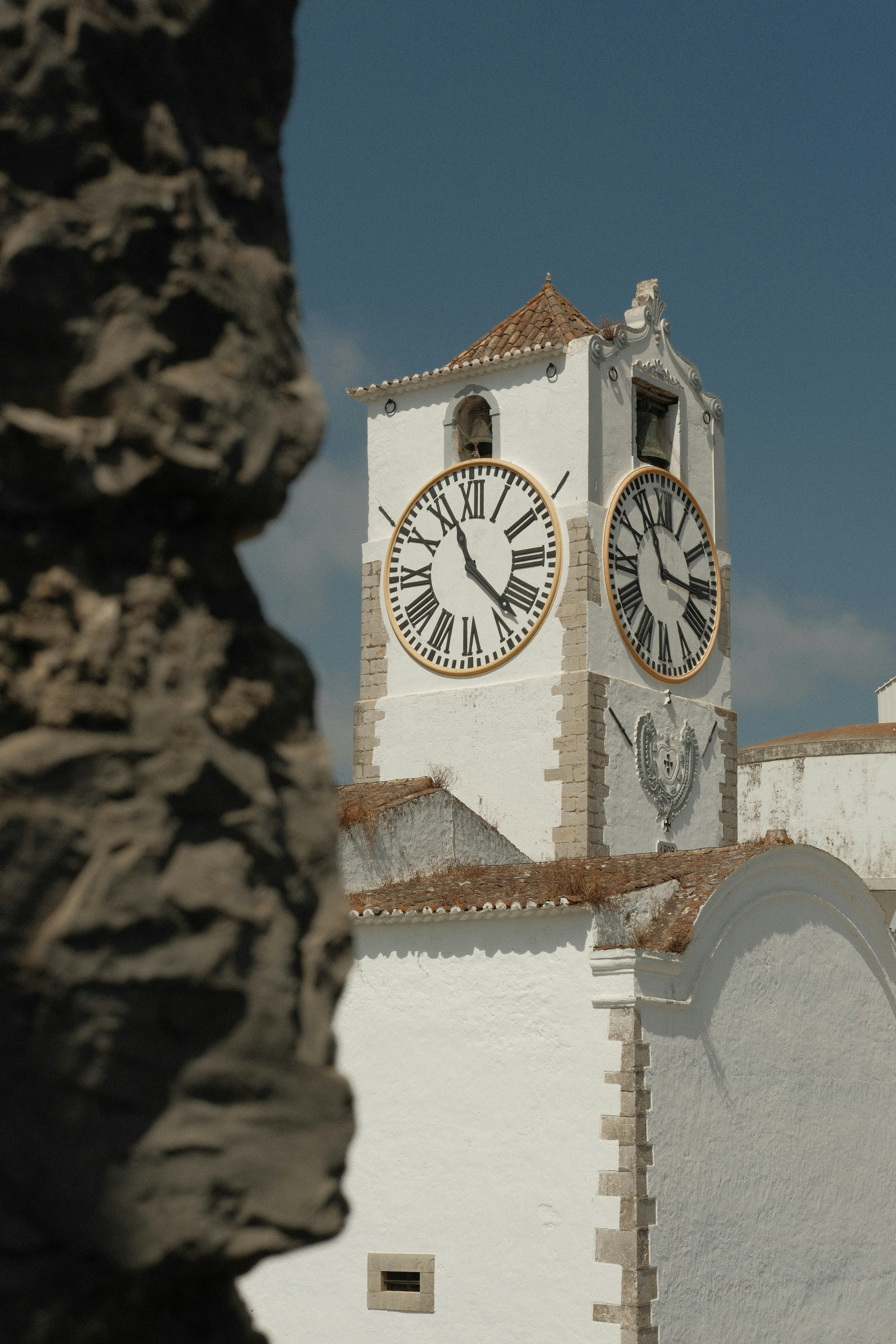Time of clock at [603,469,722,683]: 11:16
